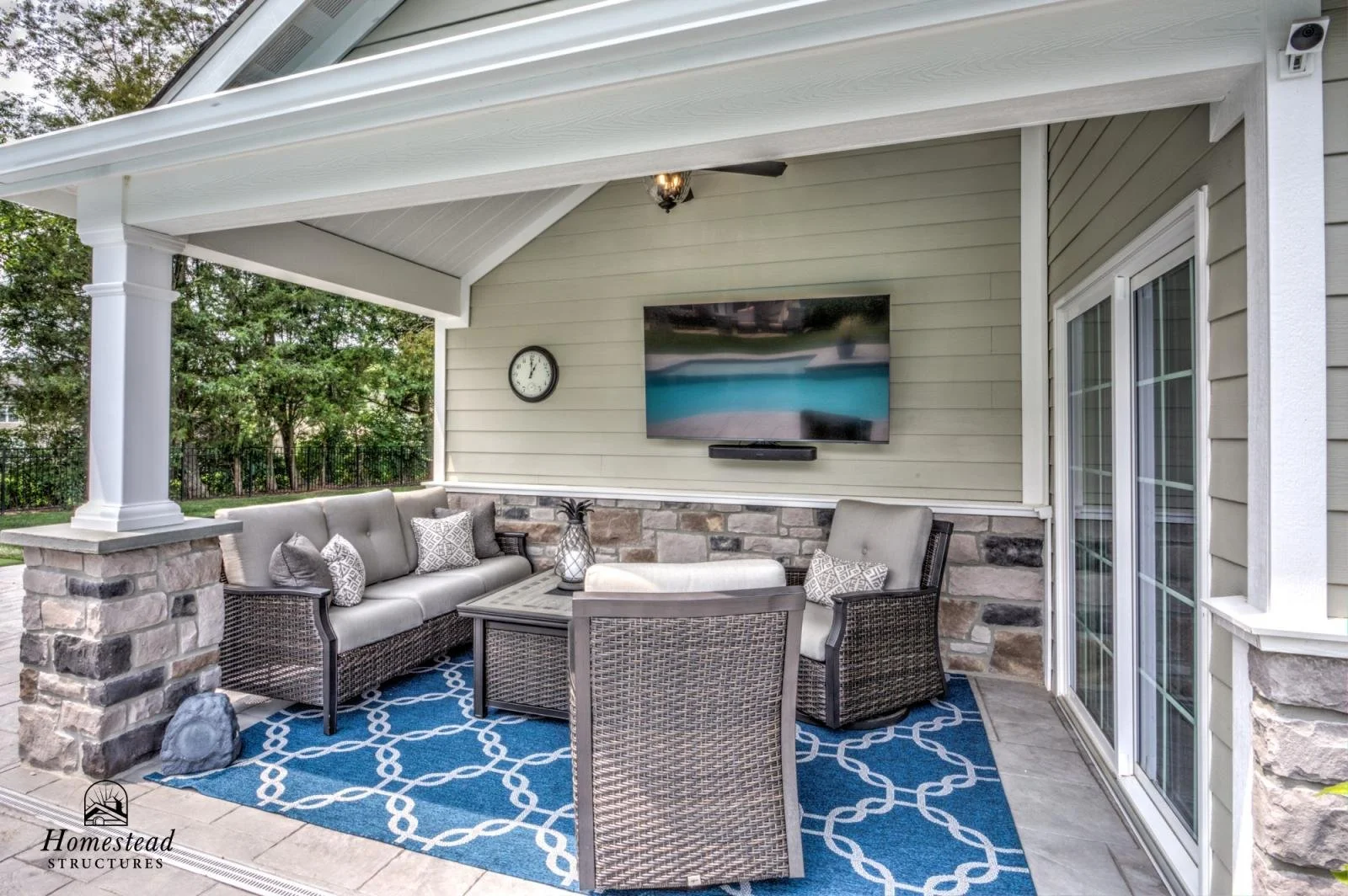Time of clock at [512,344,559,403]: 1:00
